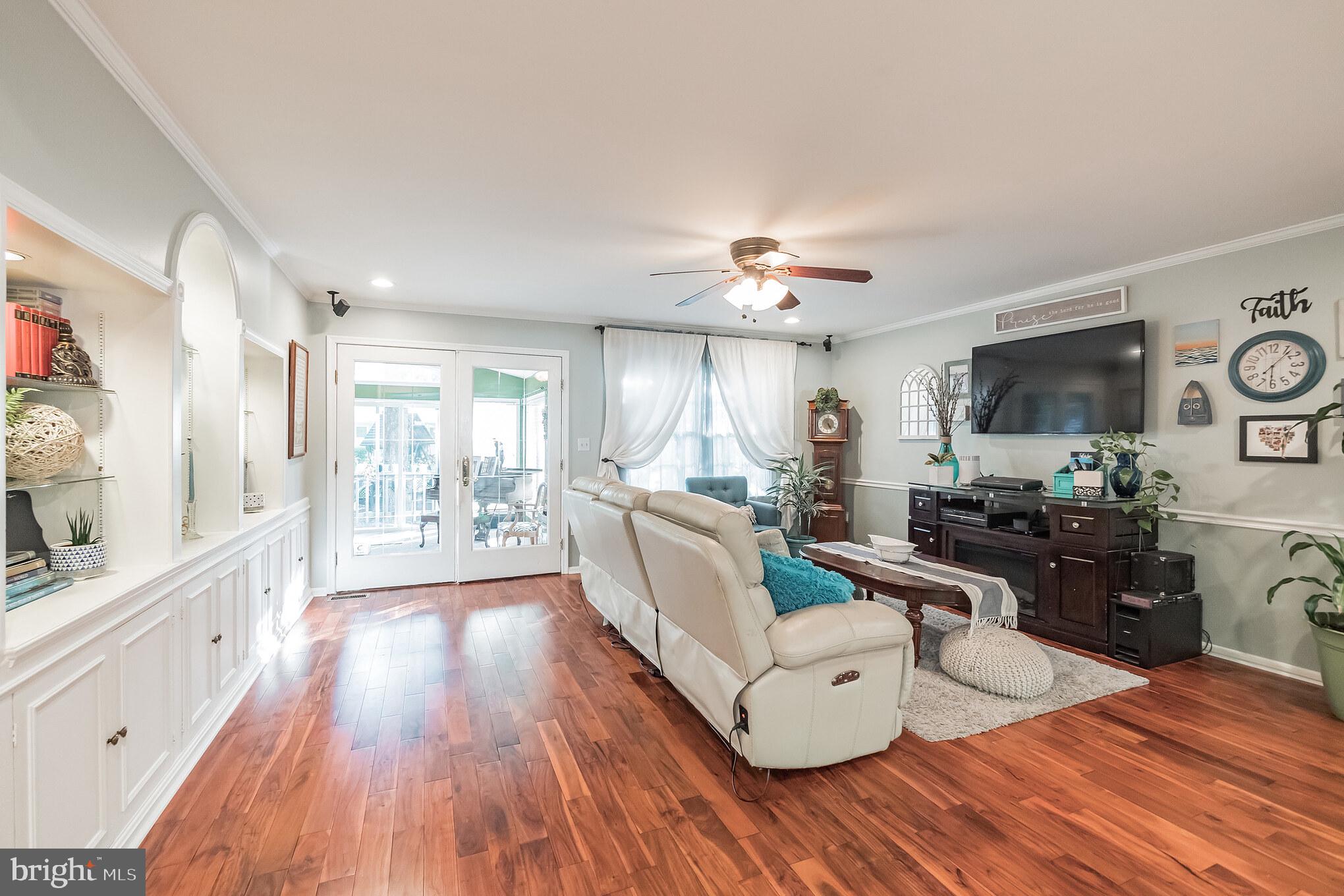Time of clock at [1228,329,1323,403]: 6:07
